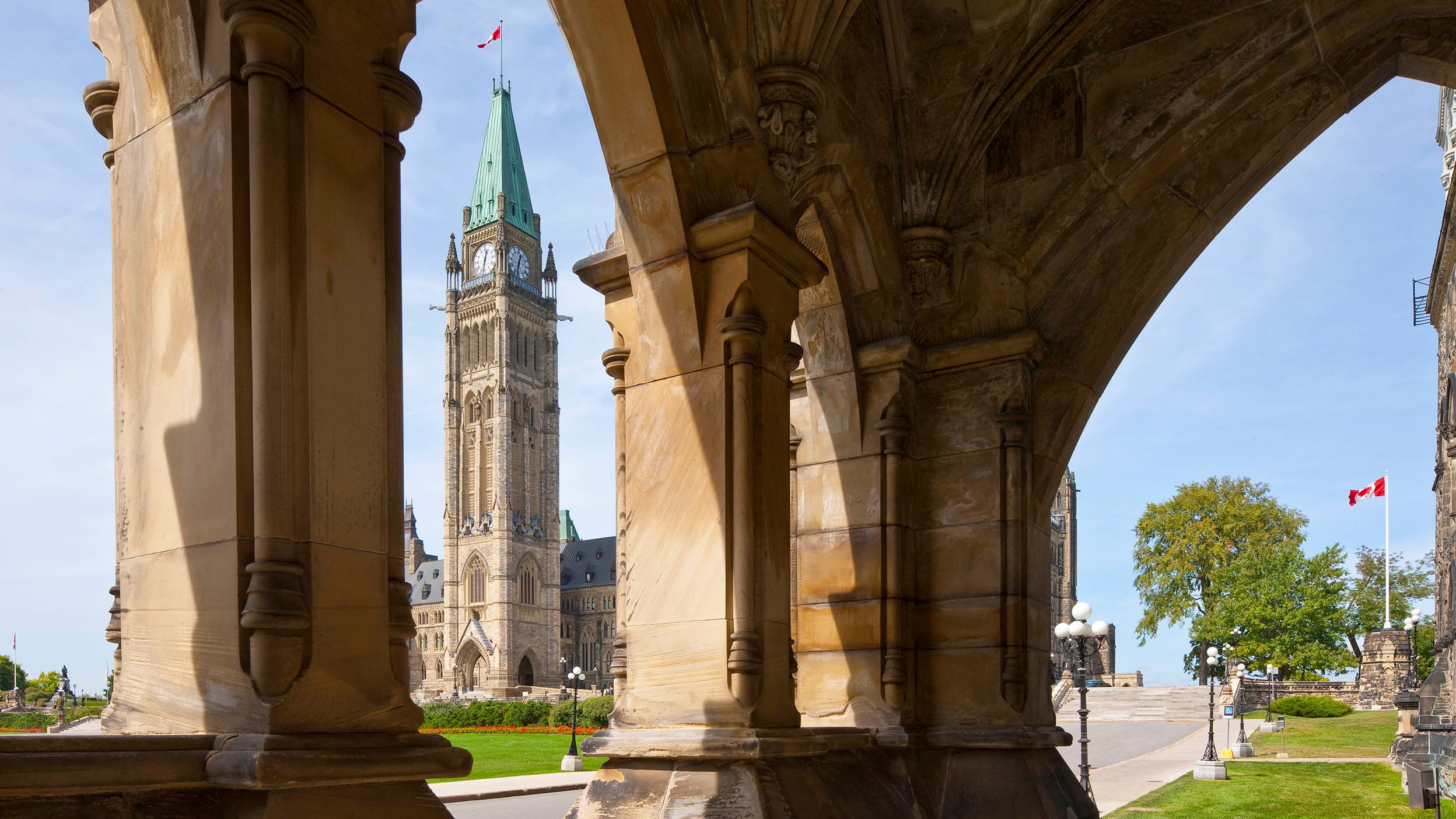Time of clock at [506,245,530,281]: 12:32
